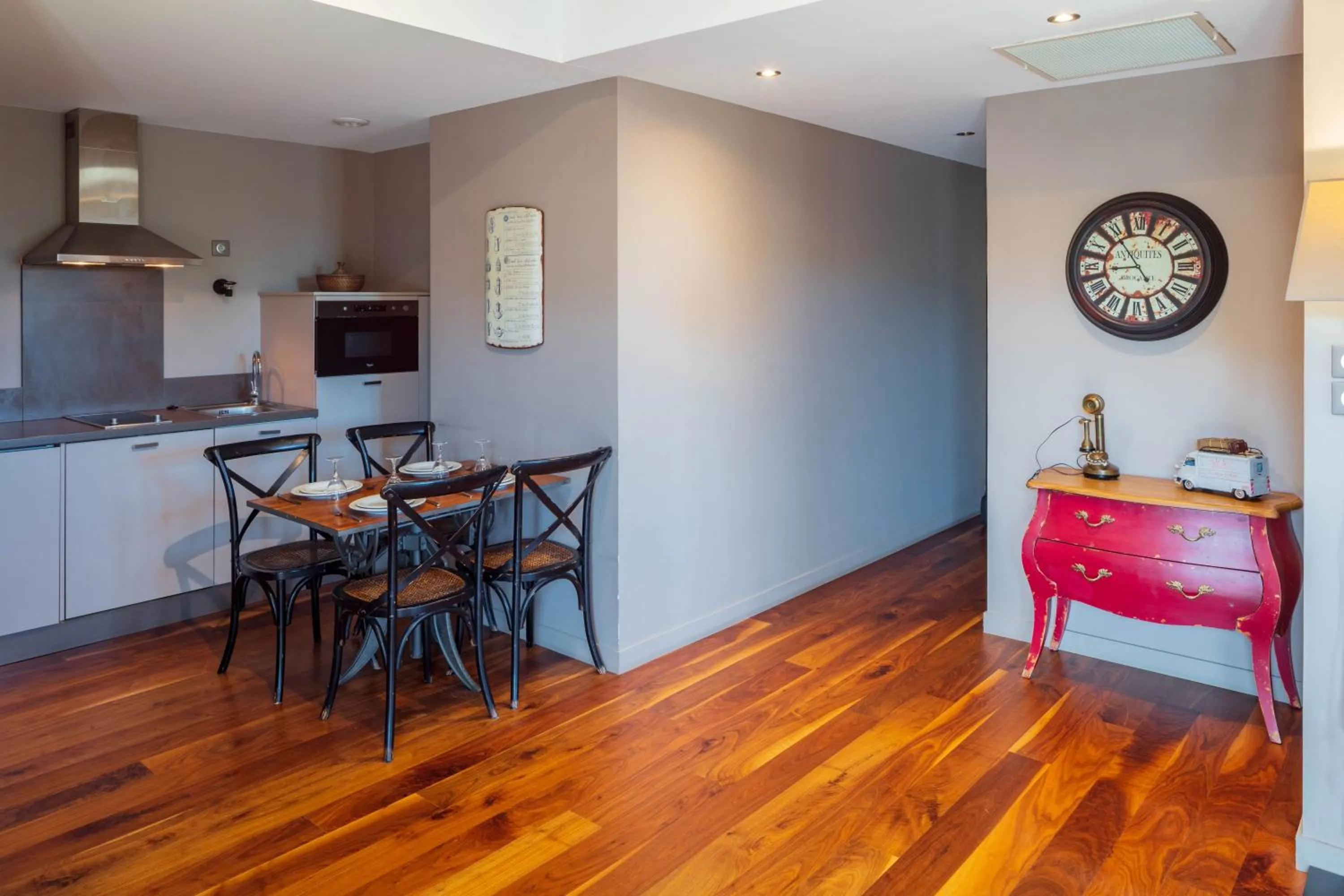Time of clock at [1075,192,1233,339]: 8:54
